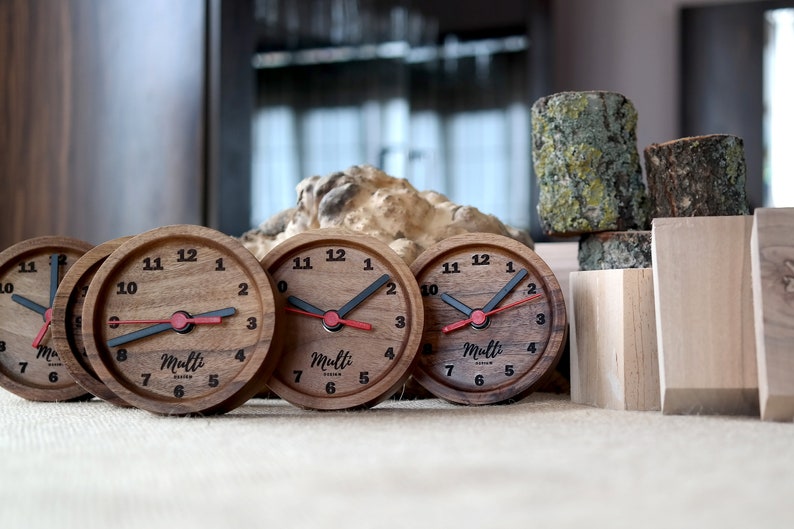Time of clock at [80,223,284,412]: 2:41
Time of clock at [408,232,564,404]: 10:07
